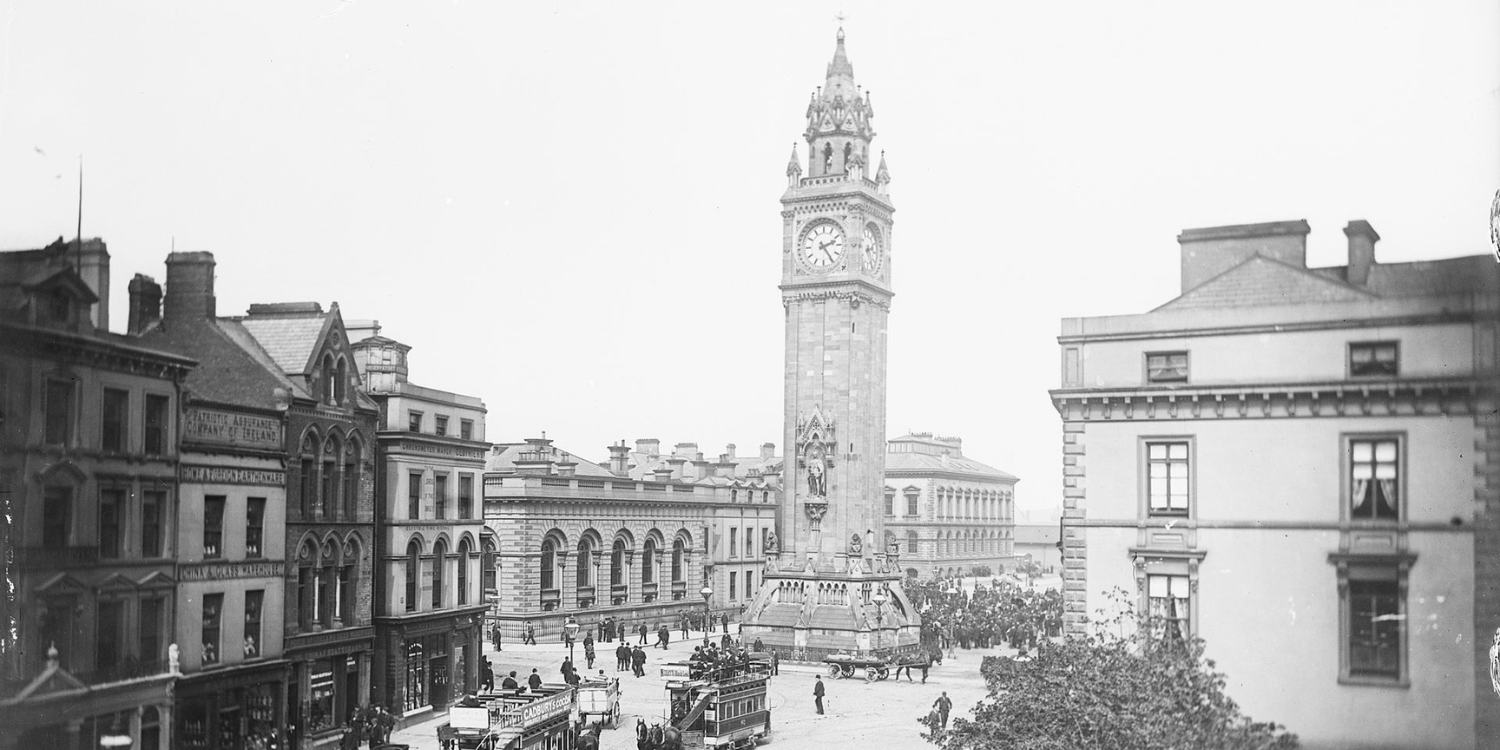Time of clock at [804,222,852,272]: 2:24
